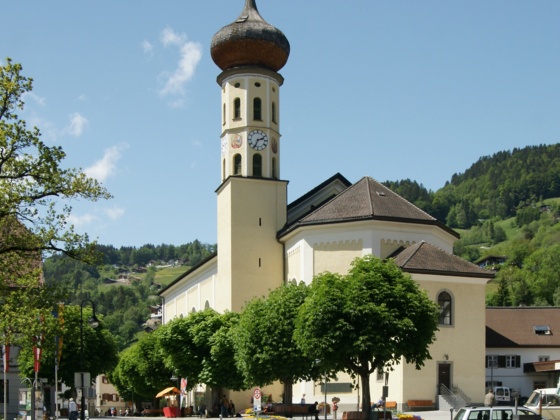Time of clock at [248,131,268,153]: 2:34
